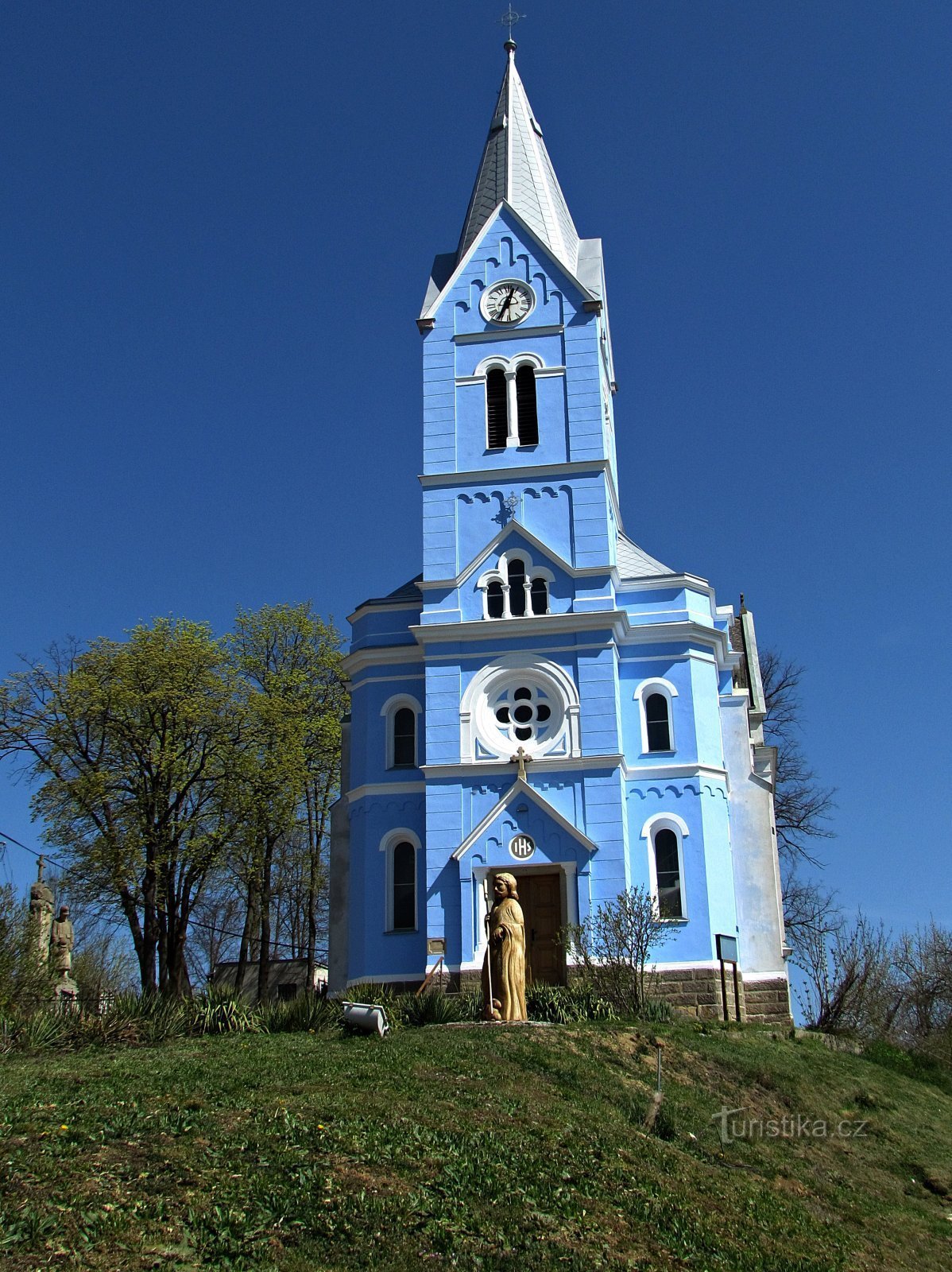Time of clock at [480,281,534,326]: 12:34
